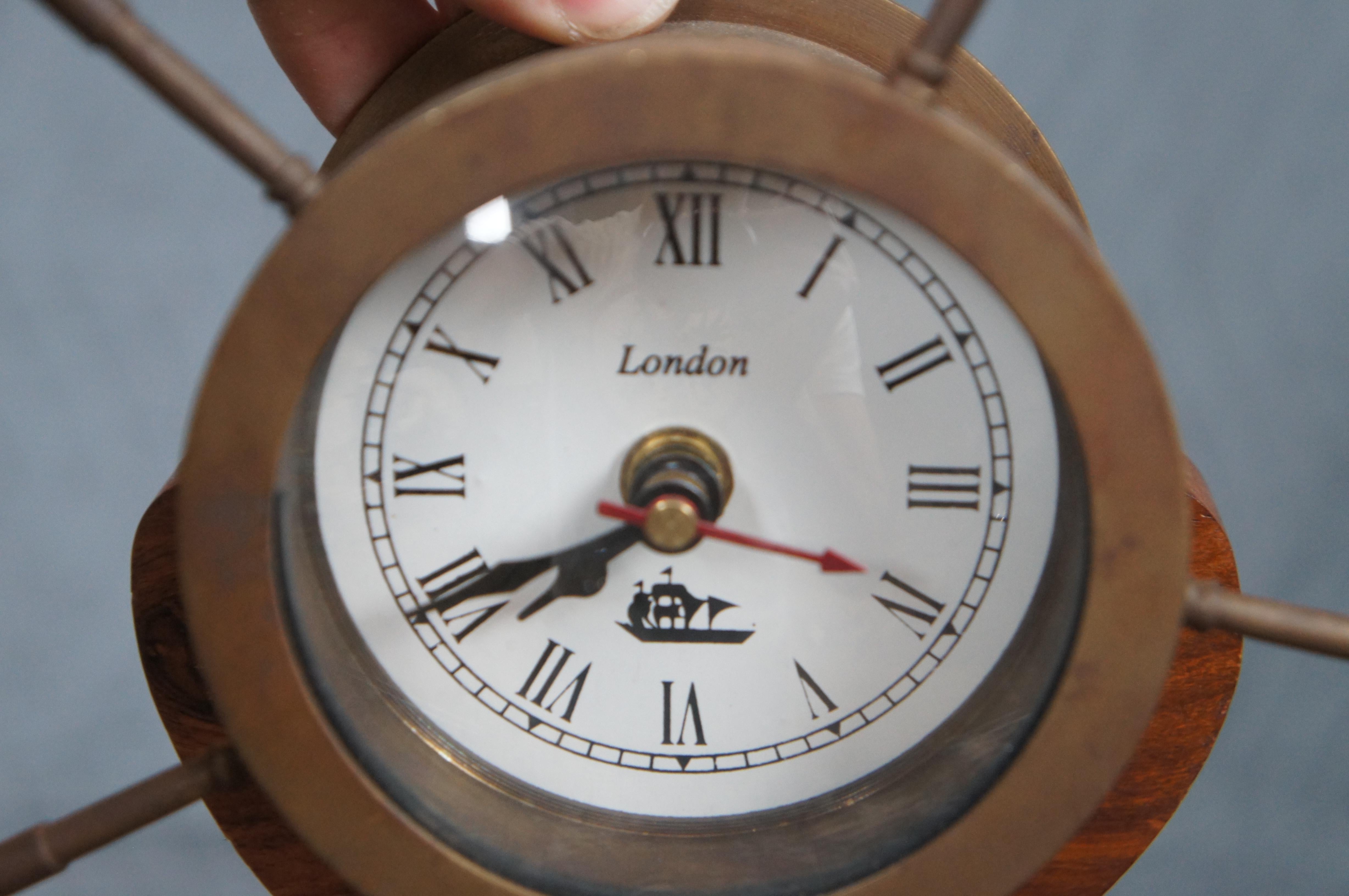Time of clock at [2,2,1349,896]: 7:40
